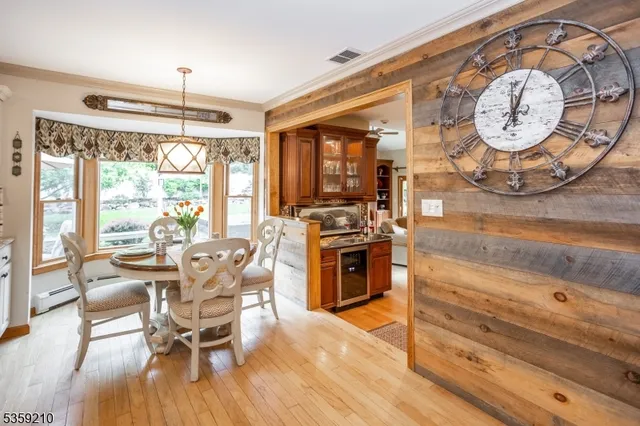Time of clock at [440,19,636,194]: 12:03
